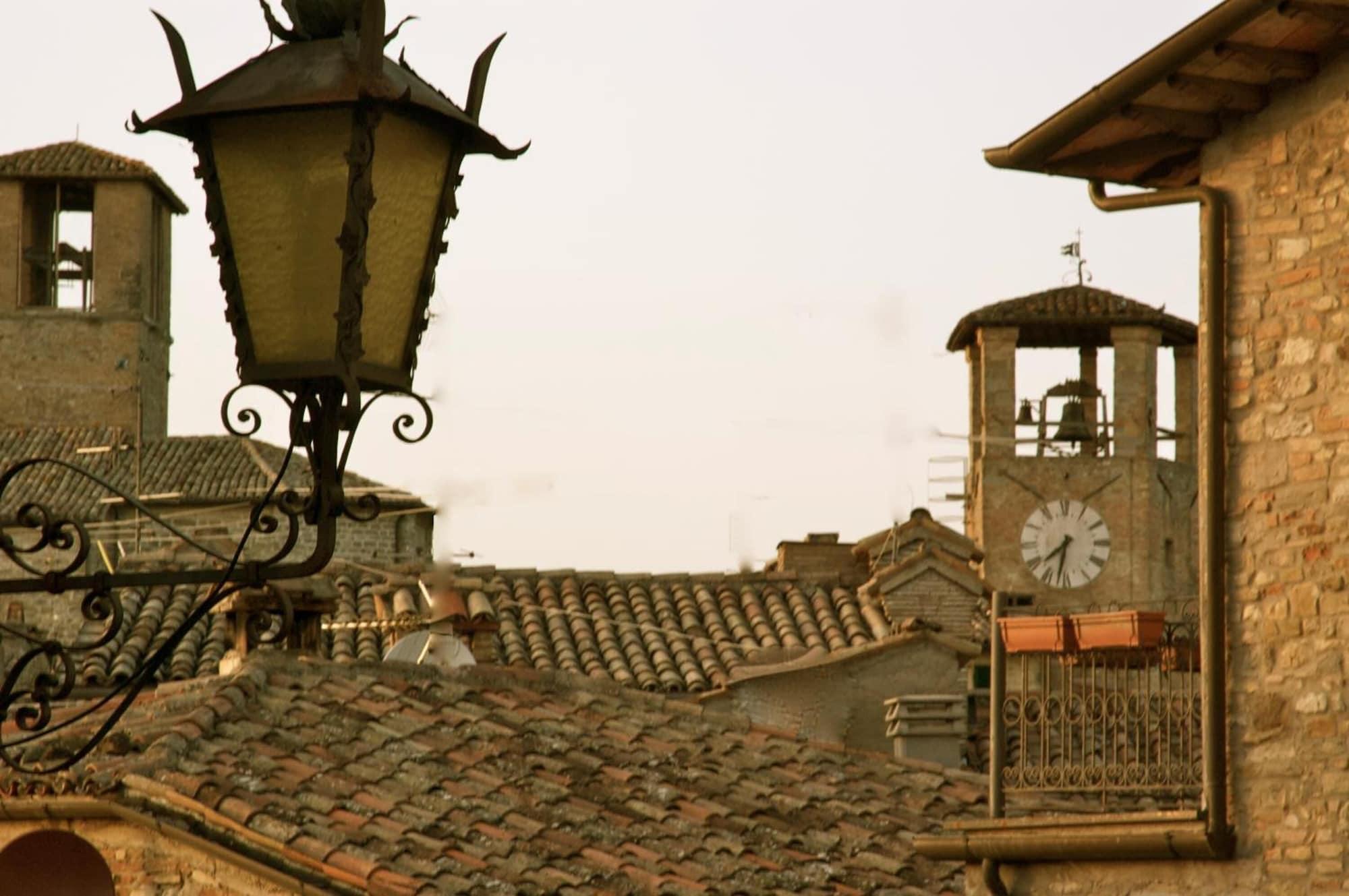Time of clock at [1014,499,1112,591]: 7:32
